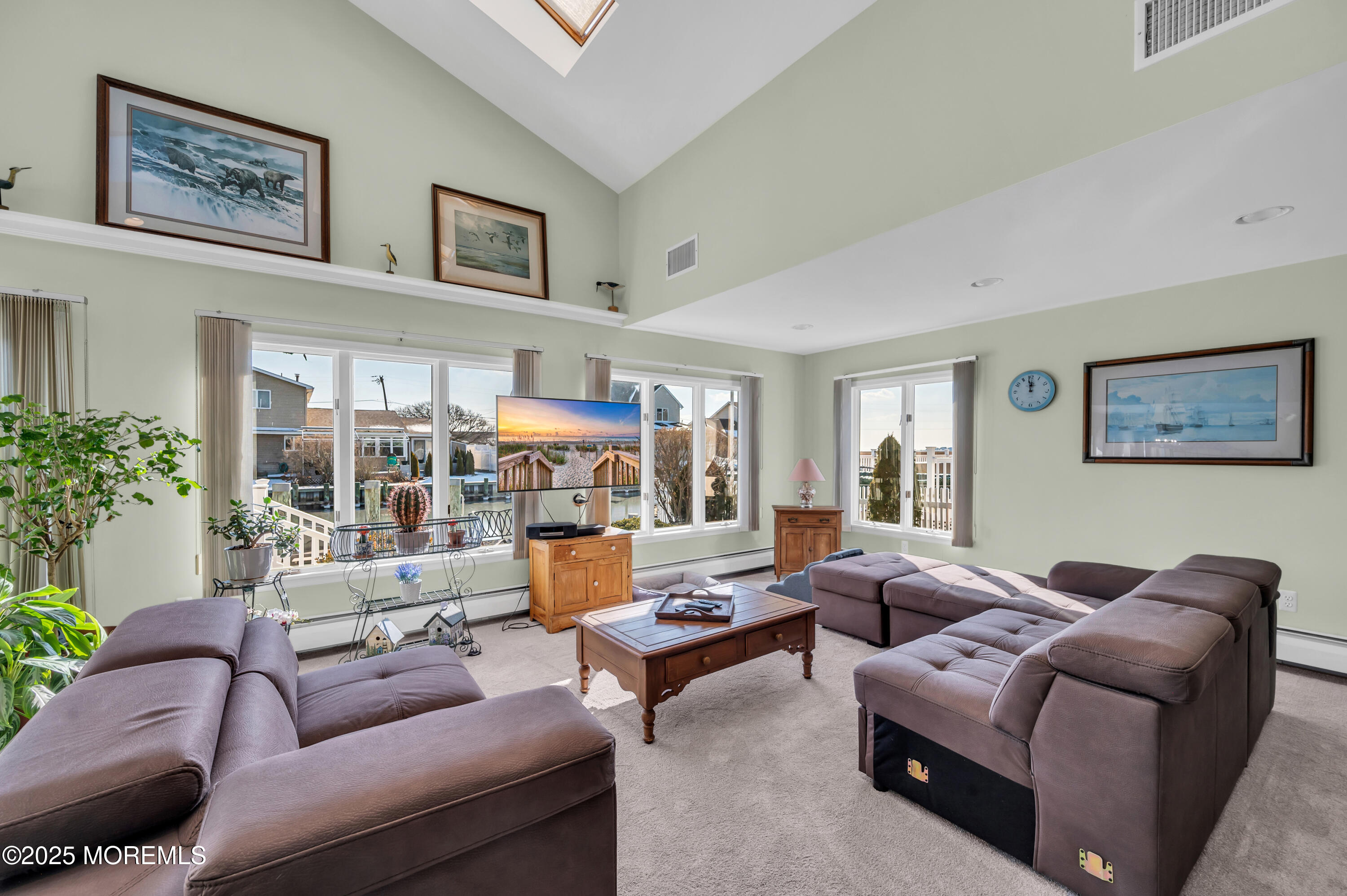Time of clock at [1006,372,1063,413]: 11:58
